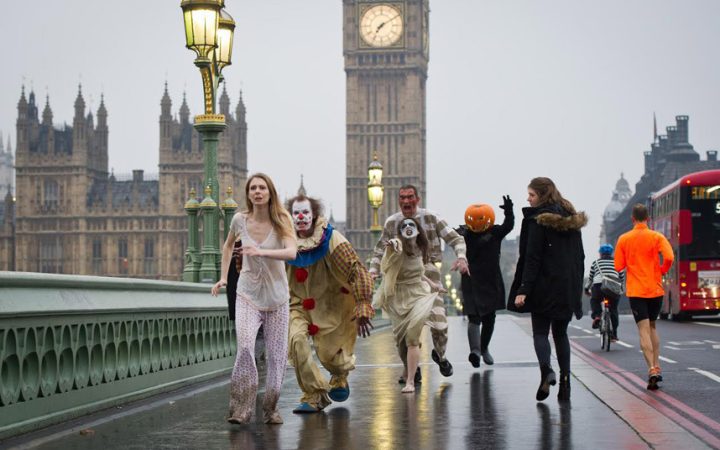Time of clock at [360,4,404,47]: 7:09
